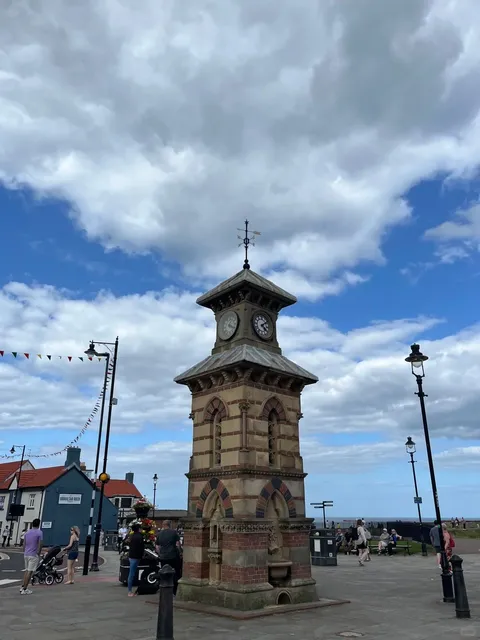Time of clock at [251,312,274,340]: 4:08
